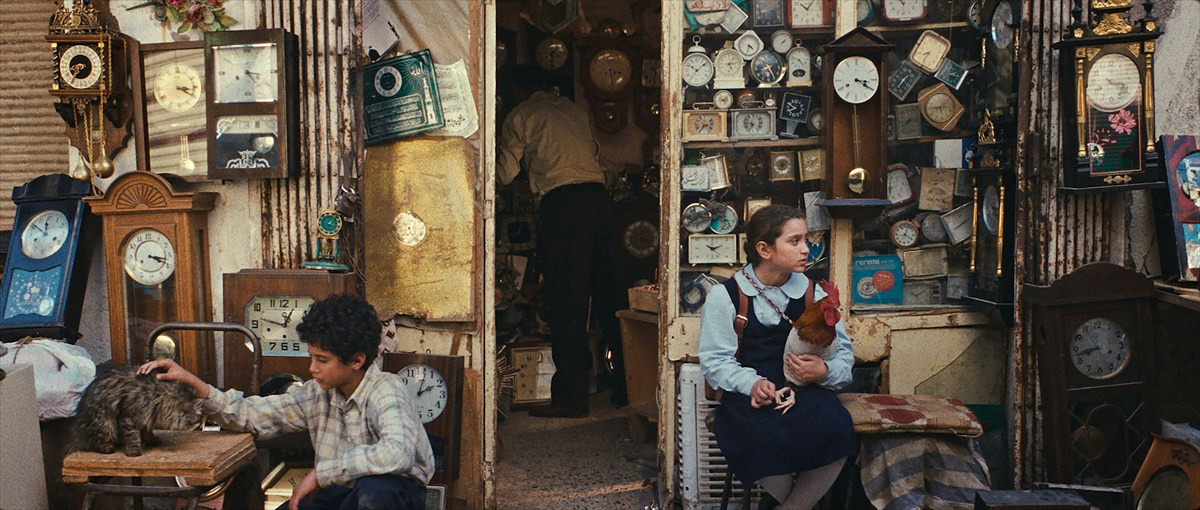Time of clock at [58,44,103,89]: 8:36
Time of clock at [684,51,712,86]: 10:08
